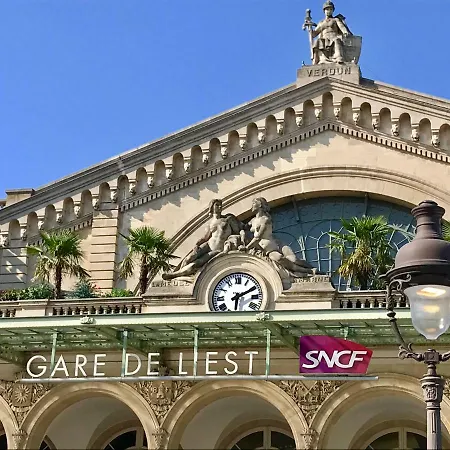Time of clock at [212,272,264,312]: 6:10
